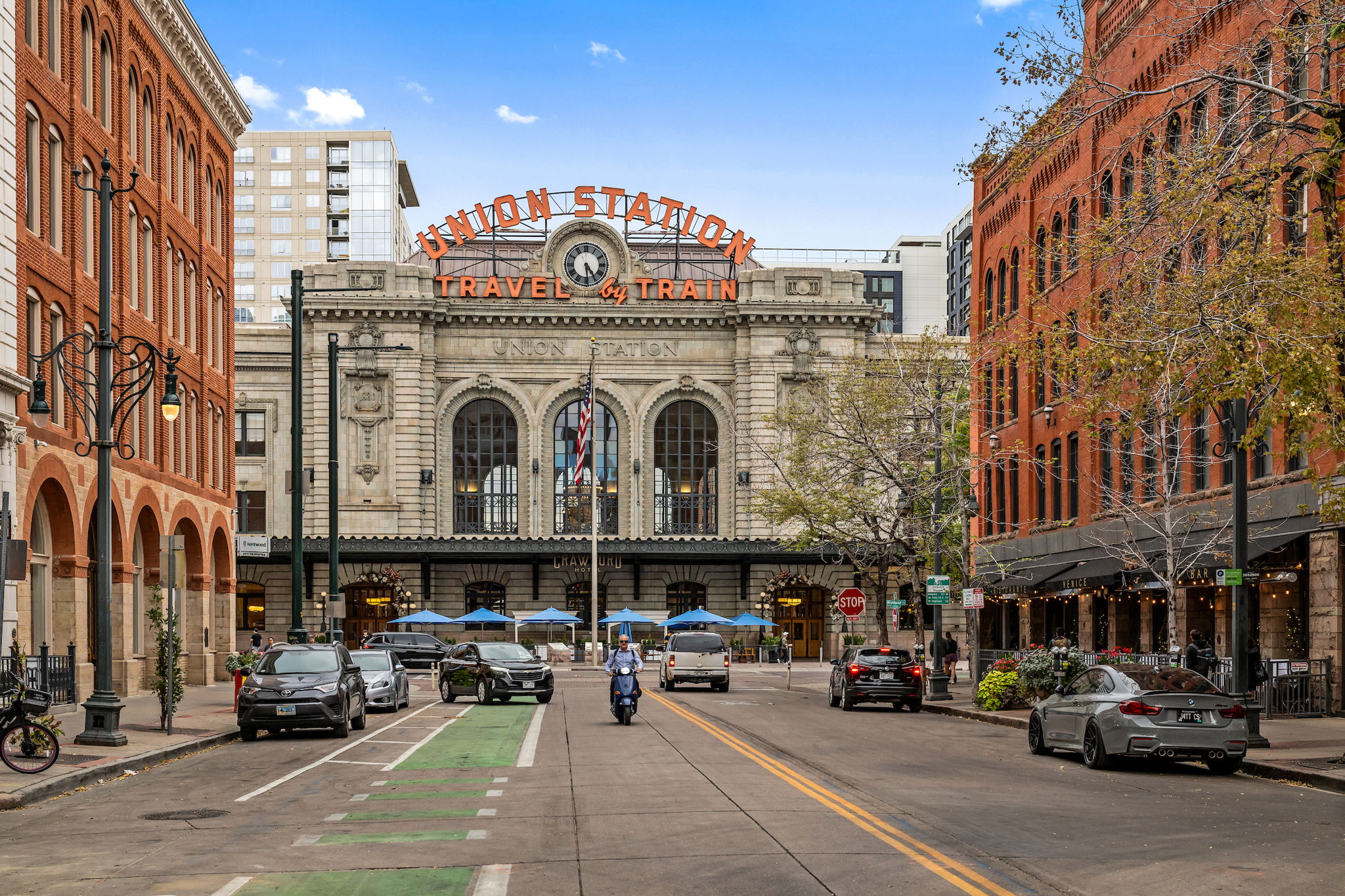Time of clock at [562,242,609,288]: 4:29
